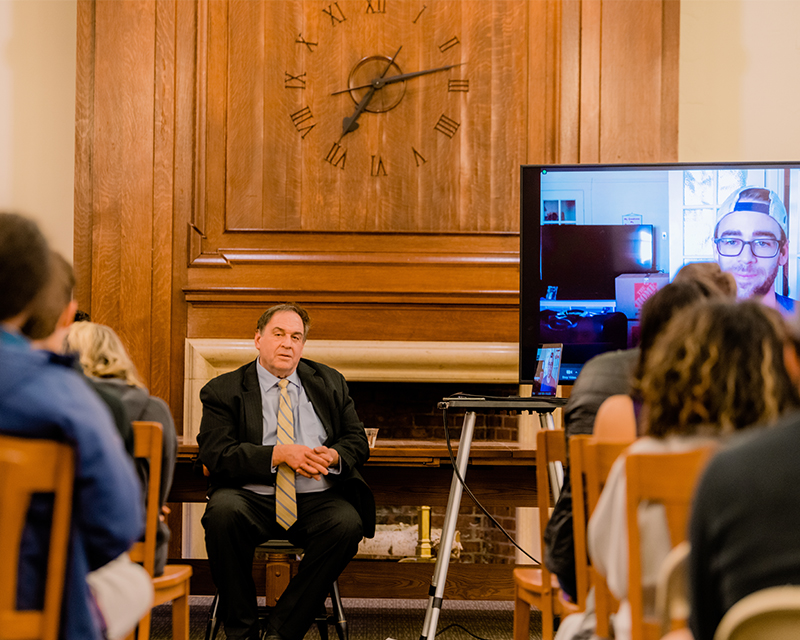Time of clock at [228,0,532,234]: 7:13
